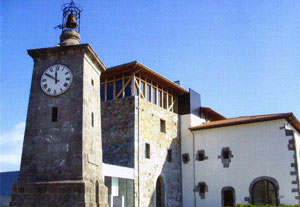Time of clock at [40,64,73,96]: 11:49
